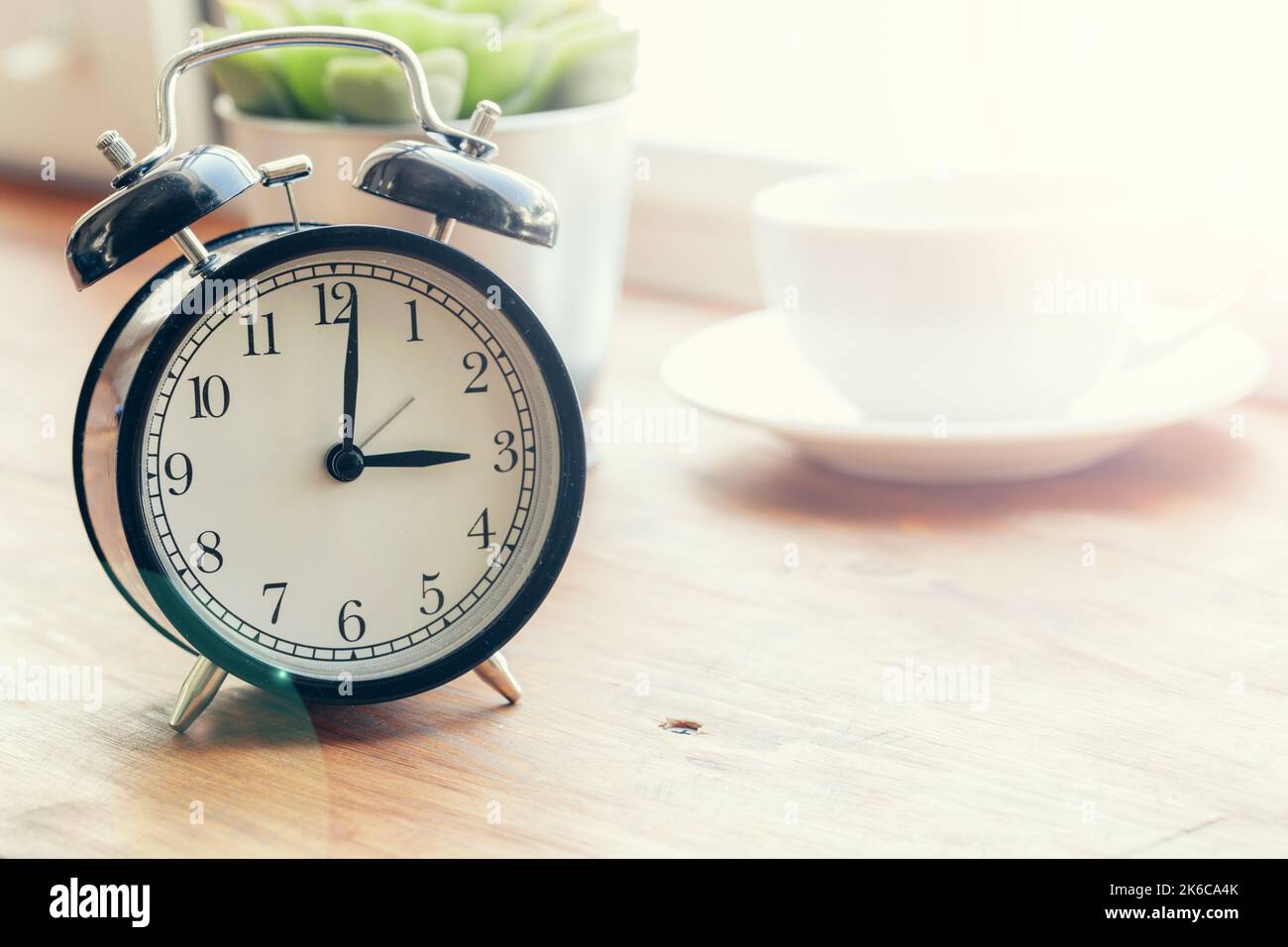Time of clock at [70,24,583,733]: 3:01
